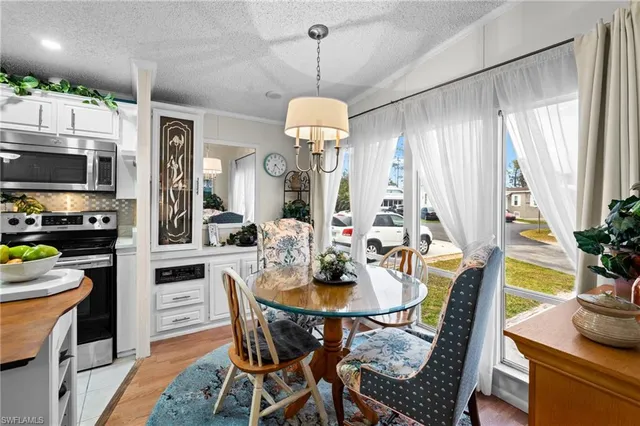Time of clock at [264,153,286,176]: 4:33
